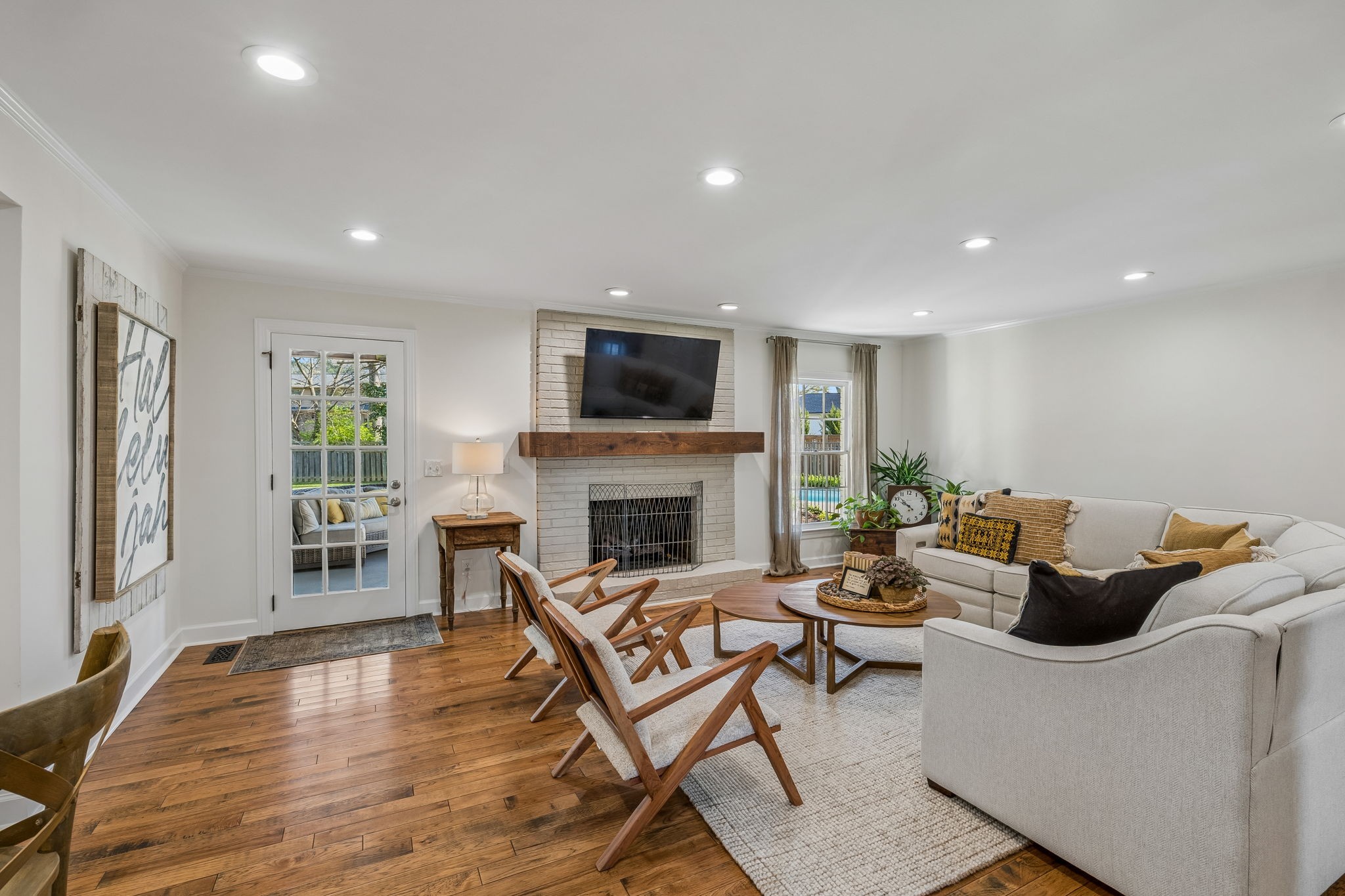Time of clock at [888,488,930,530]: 9:52
